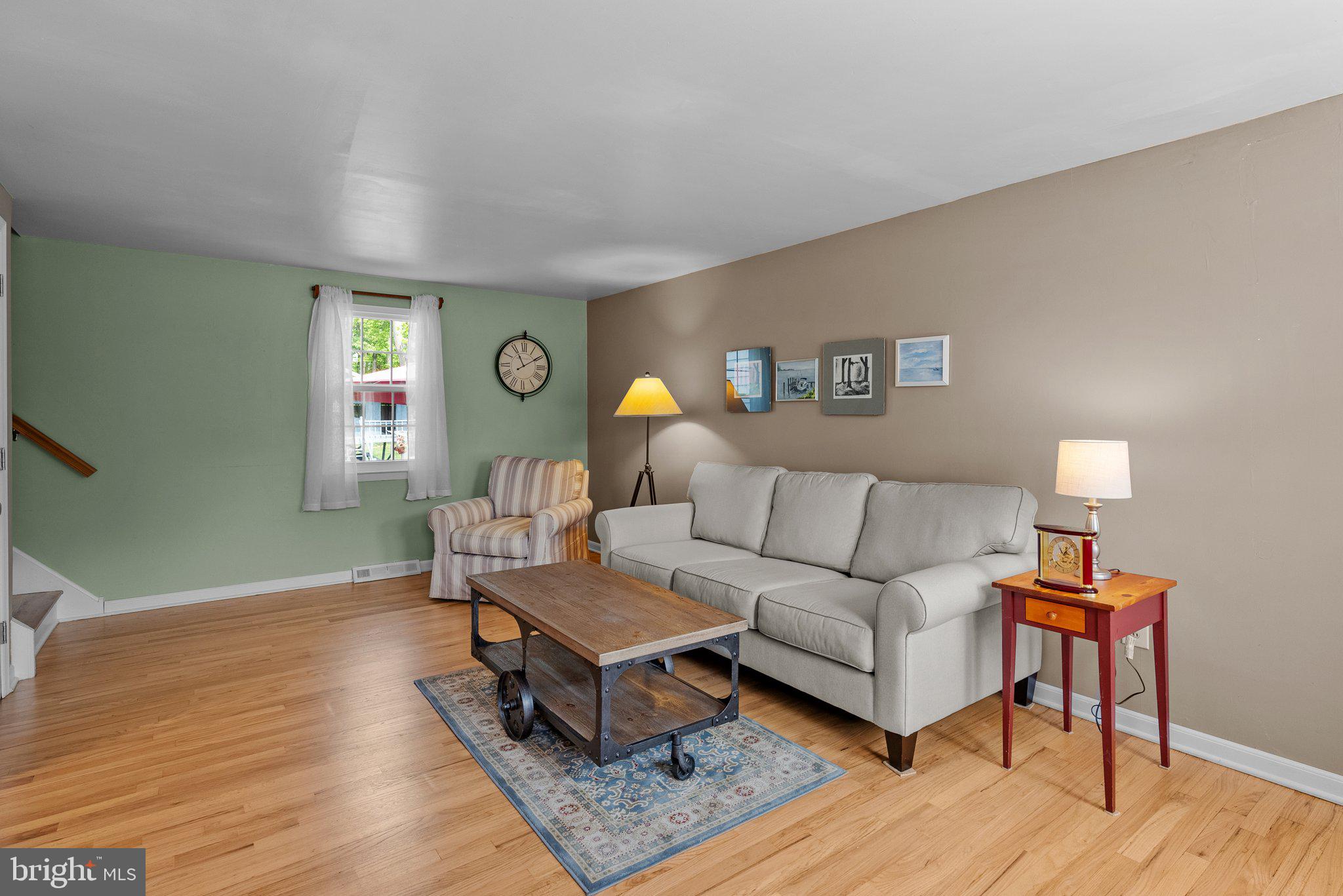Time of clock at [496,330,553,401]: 11:09
